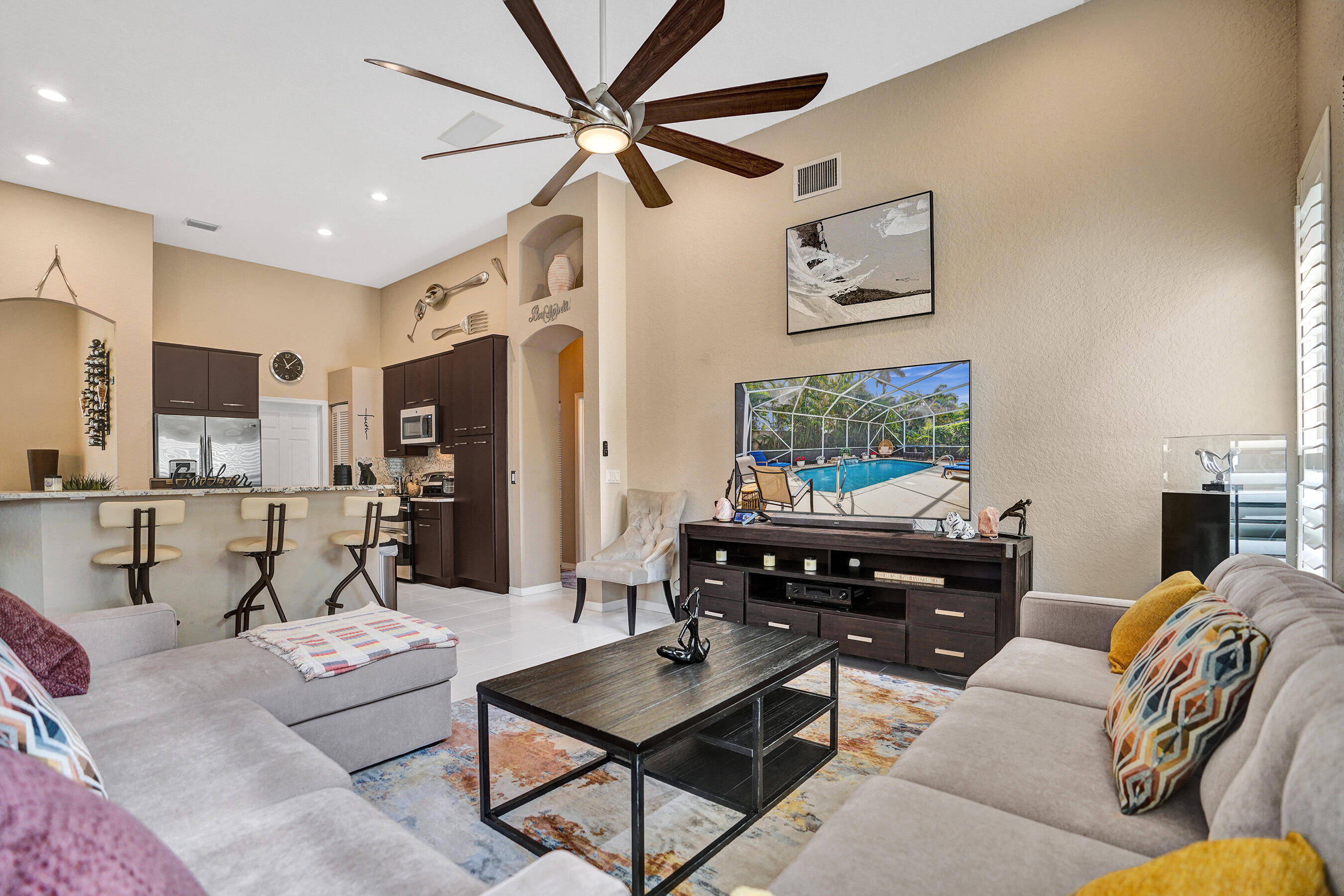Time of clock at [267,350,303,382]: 11:07
